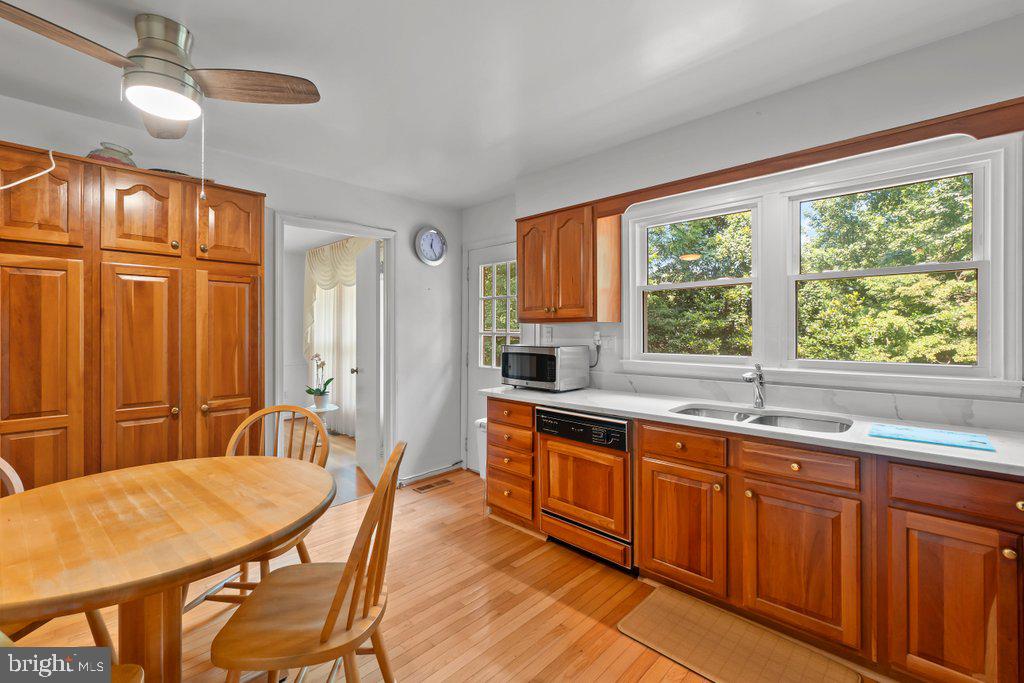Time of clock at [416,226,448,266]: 12:24
